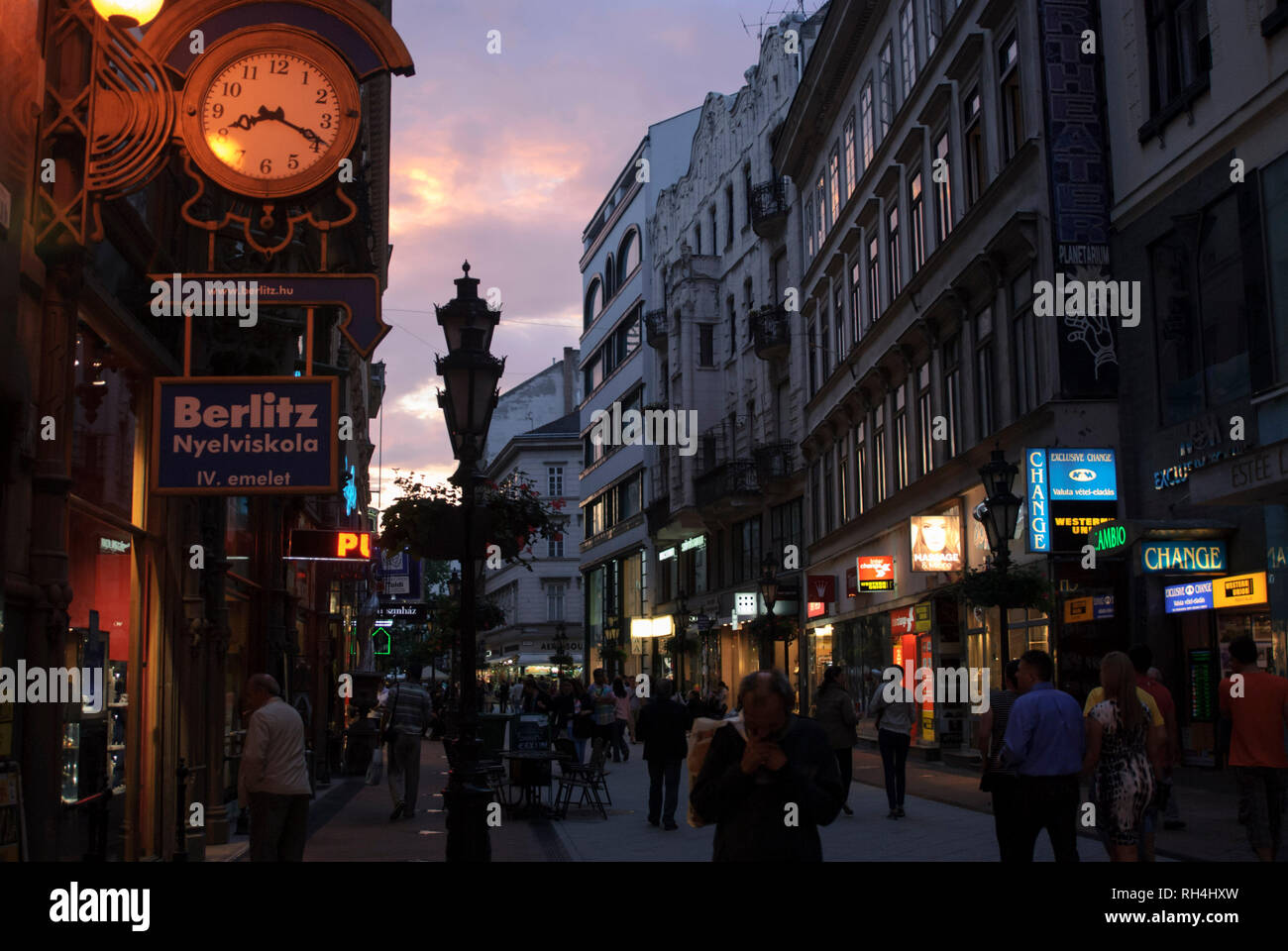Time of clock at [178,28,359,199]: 8:18
